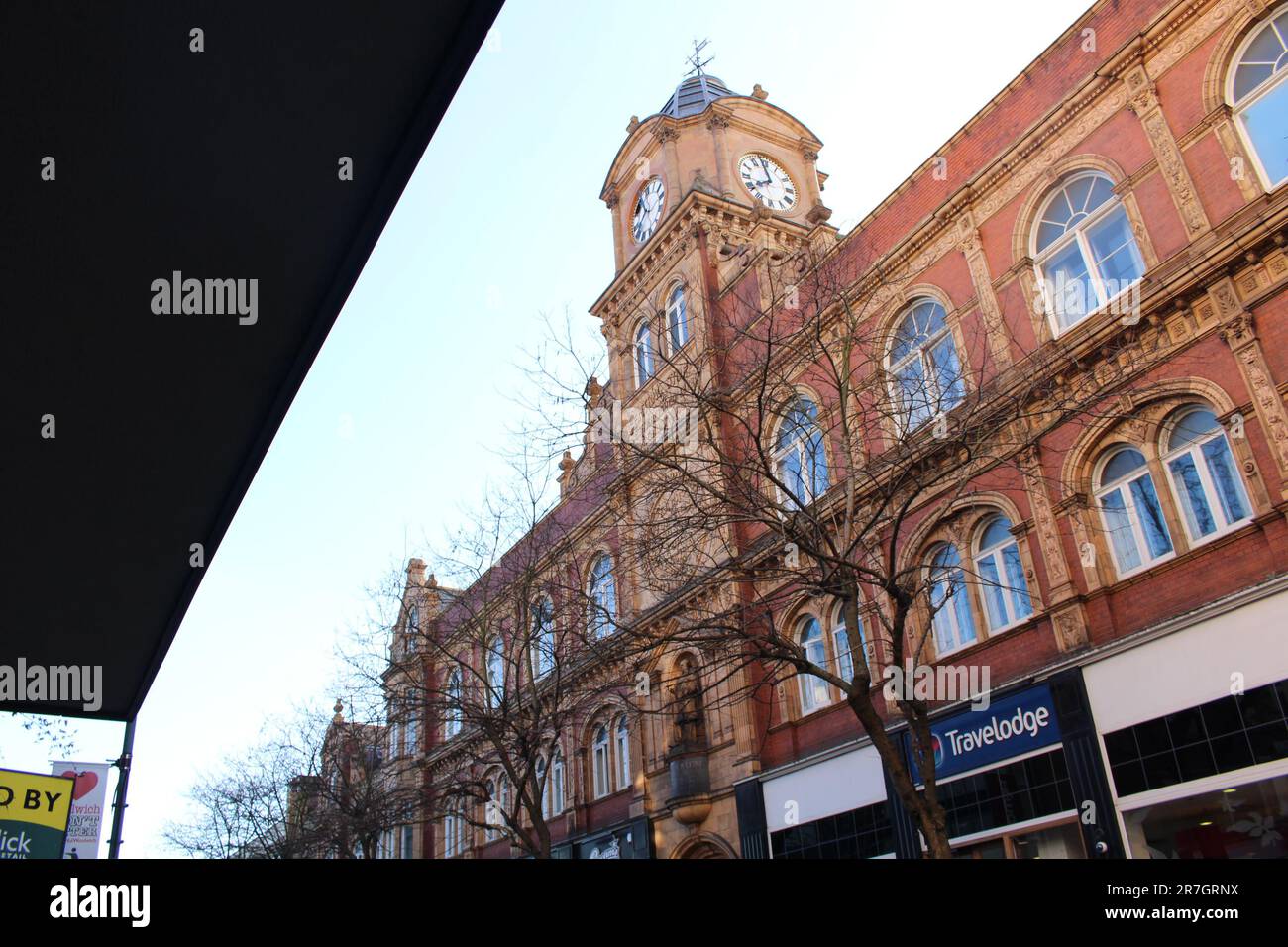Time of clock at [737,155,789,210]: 7:58
